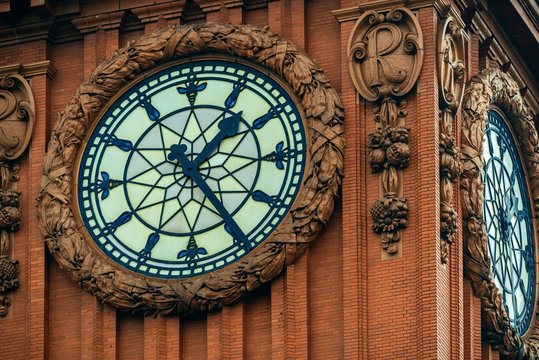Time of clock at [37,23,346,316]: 1:24
